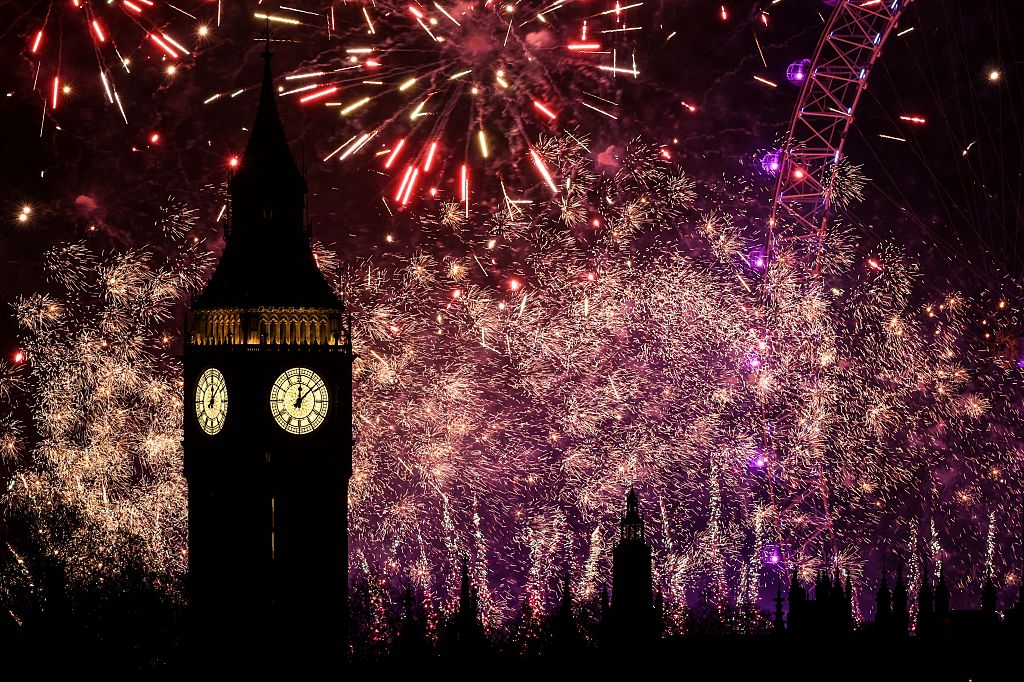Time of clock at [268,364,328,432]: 12:07
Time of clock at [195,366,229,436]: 12:07
